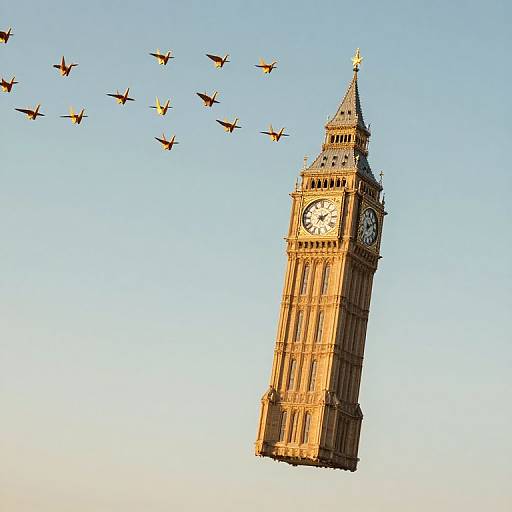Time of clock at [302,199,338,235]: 7:09
